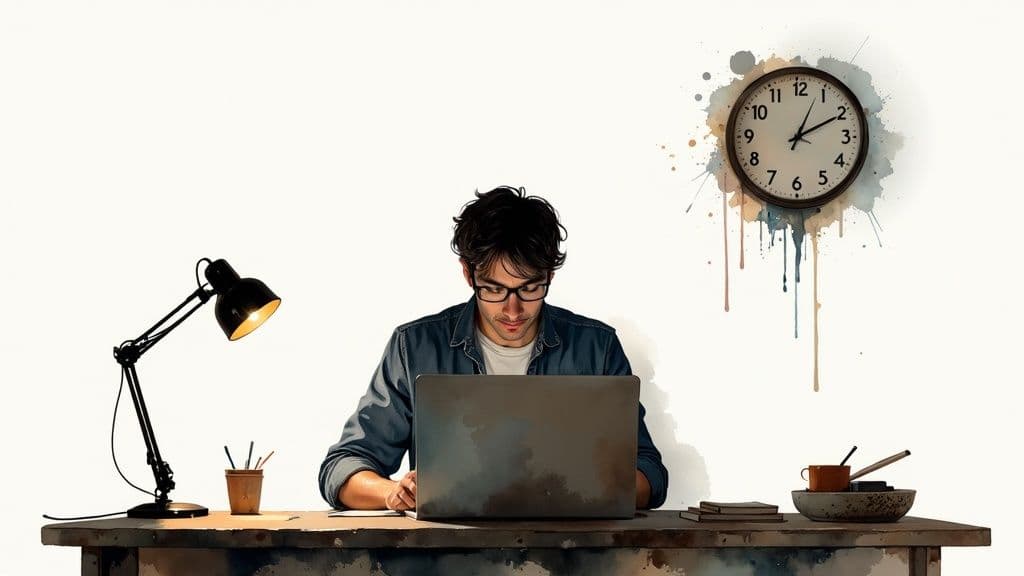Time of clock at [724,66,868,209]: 2:03
